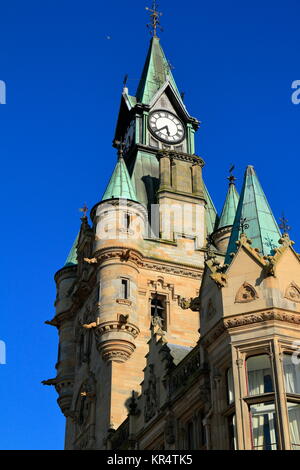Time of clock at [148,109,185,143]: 5:38
